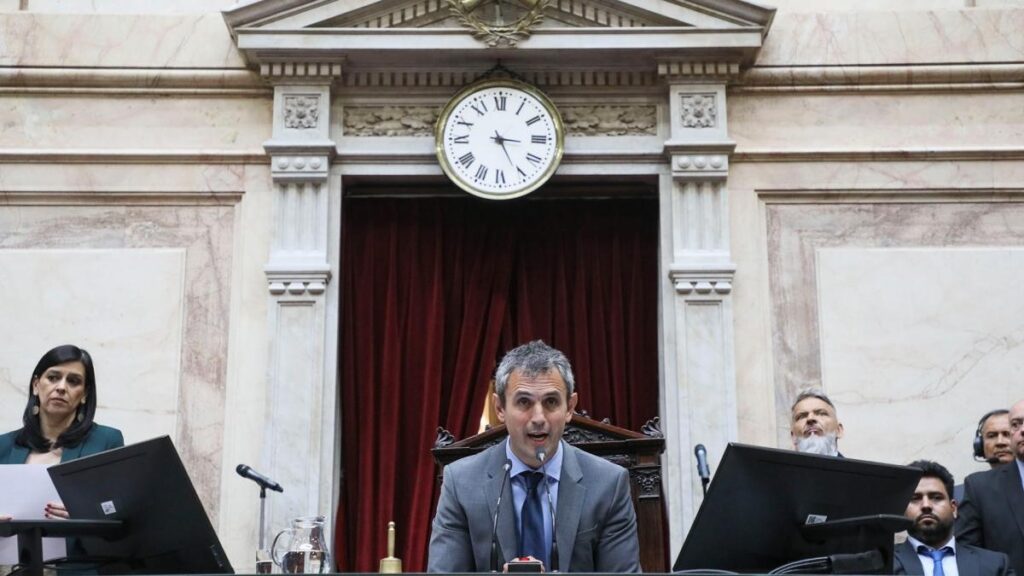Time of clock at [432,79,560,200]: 3:25
